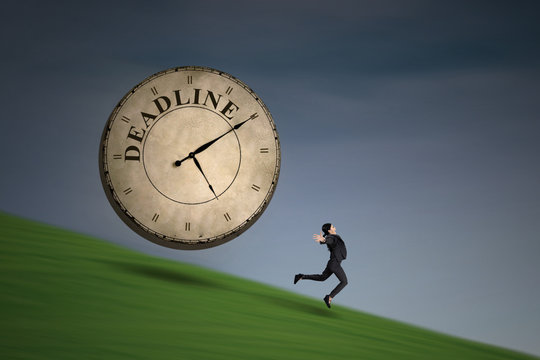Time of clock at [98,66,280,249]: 5:09
